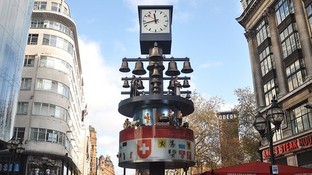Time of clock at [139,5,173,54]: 11:42
